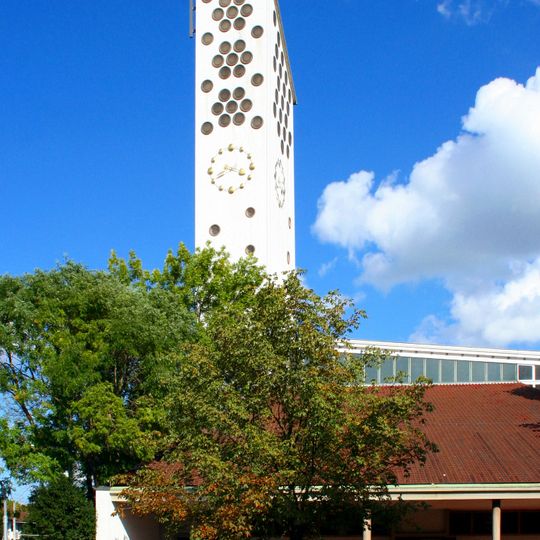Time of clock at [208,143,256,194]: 3:40
